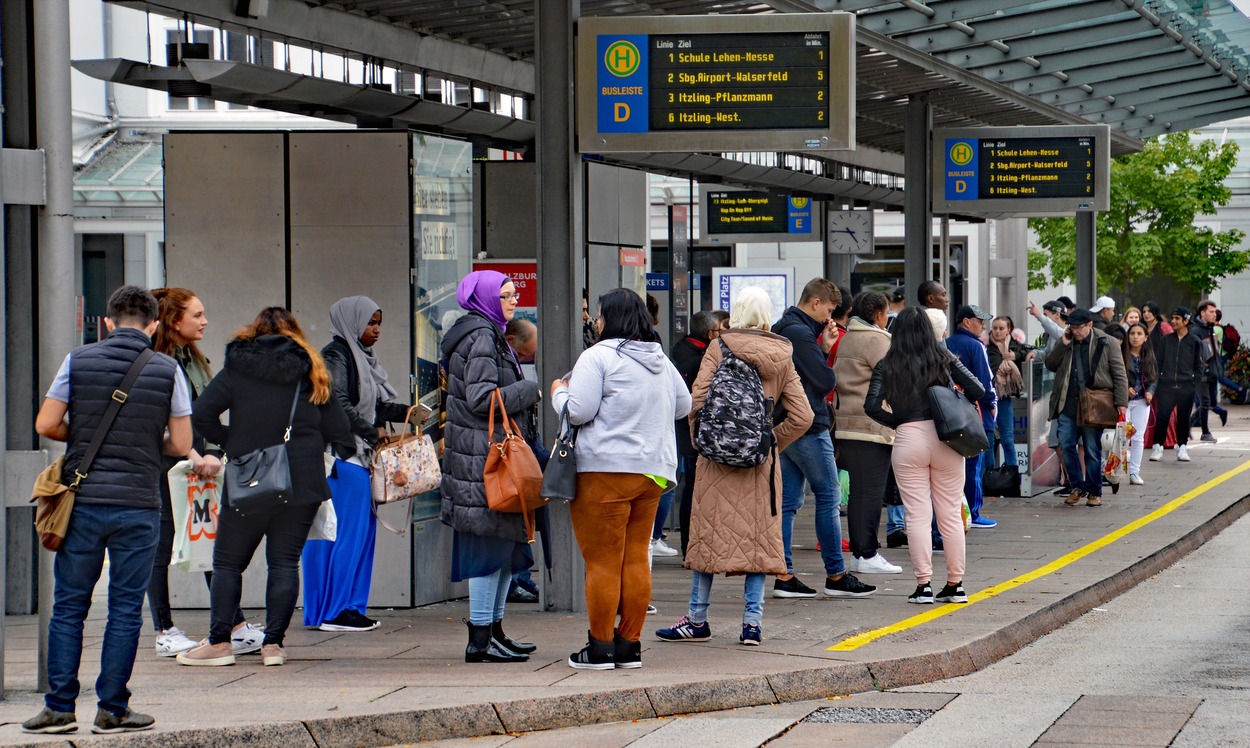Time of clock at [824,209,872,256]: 4:45
